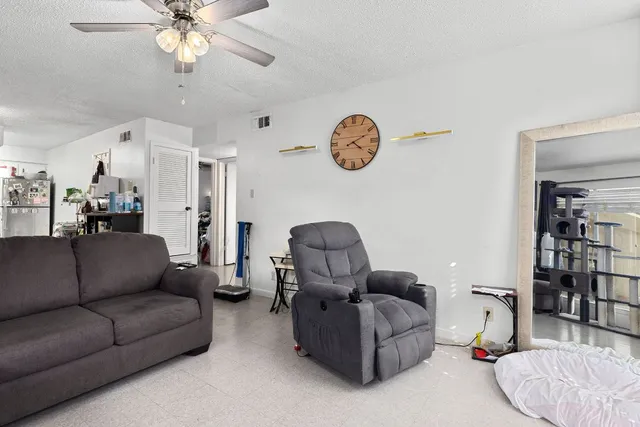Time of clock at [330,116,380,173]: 4:11
